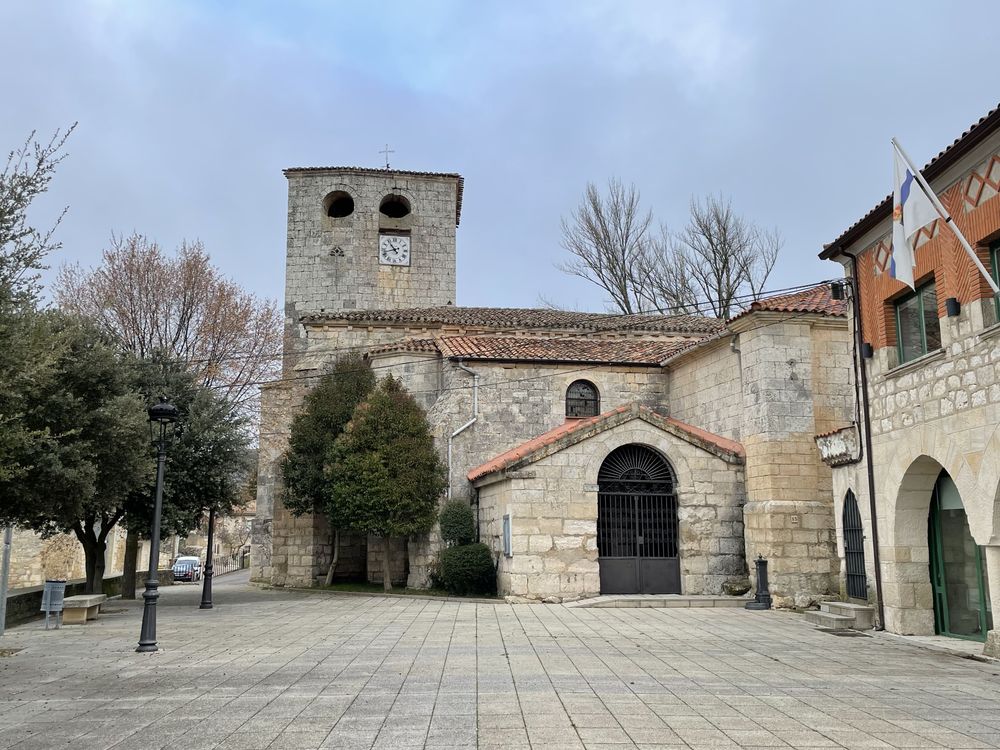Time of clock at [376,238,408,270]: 10:42
